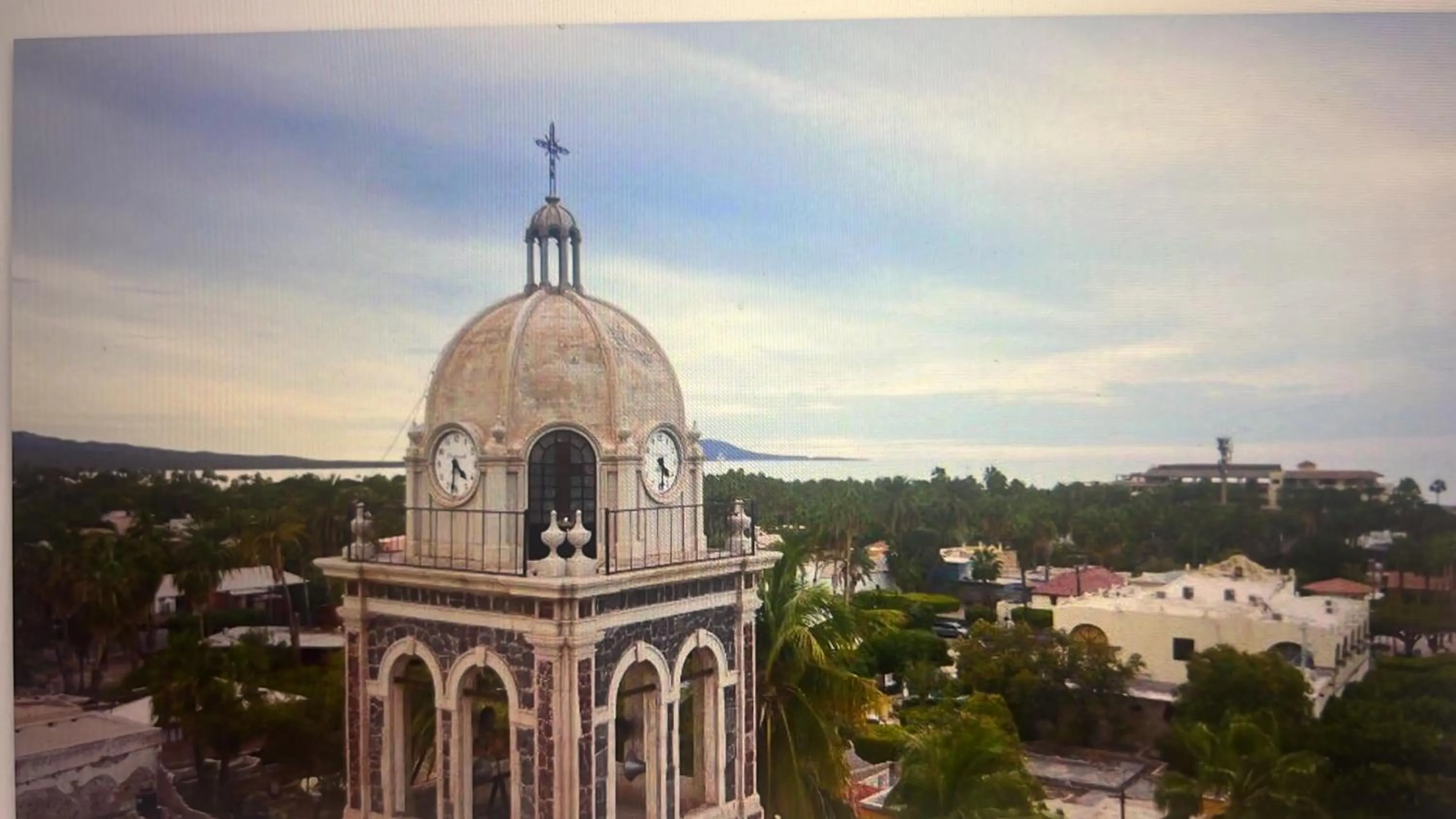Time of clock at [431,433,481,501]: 4:31
